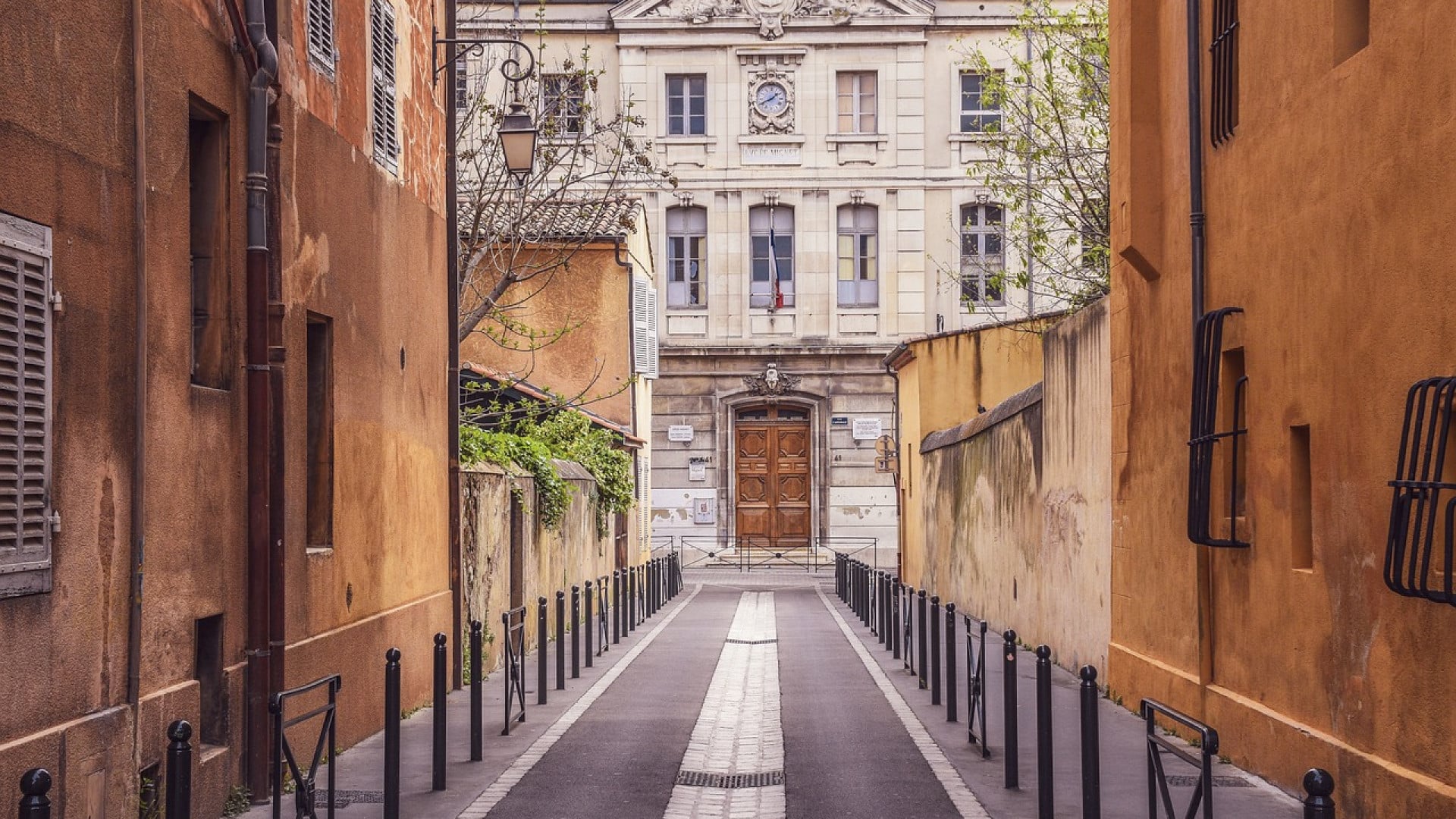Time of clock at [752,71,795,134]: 1:40
